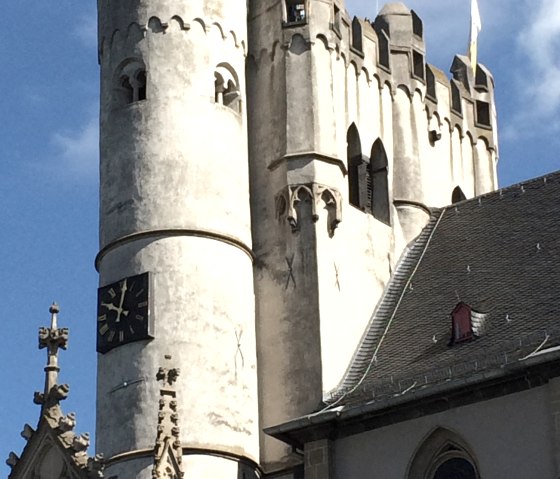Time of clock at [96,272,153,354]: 10:02
